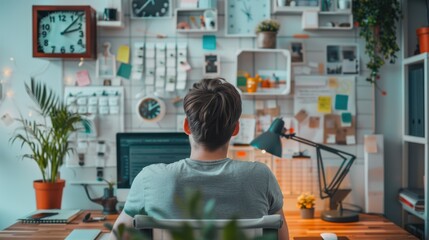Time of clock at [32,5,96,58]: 2:07
